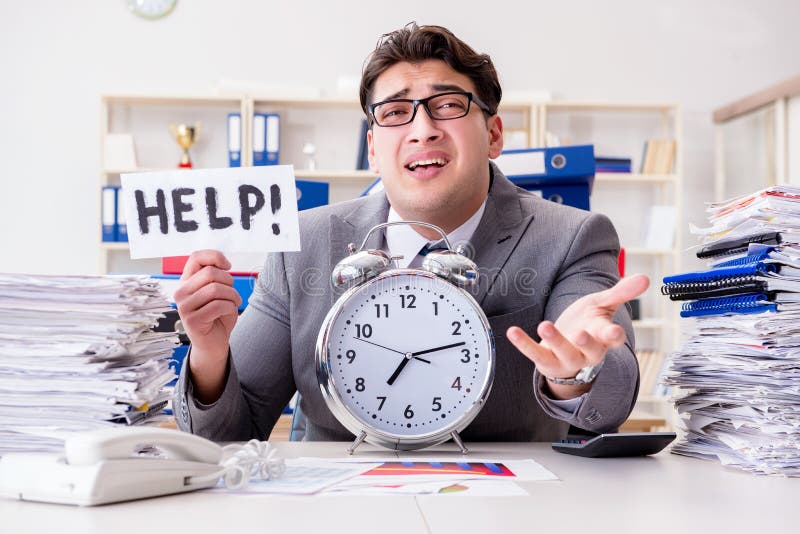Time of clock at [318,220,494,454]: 7:12
